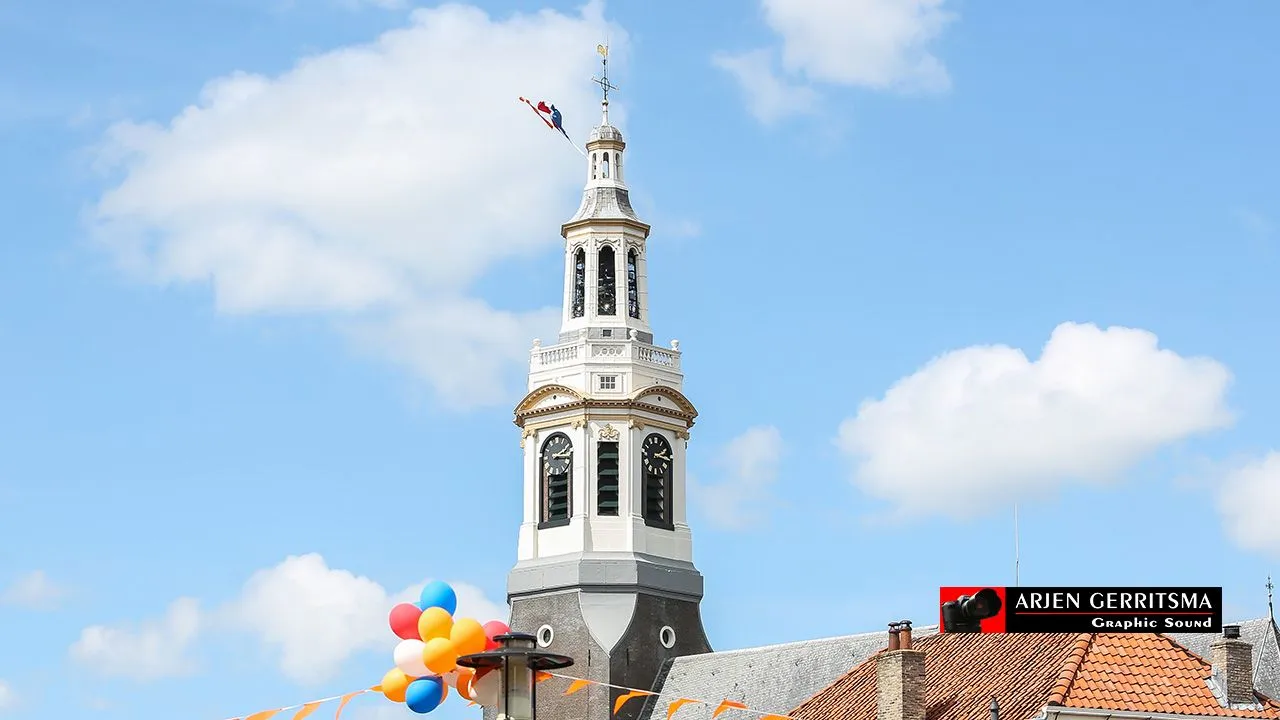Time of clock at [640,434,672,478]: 2:15
